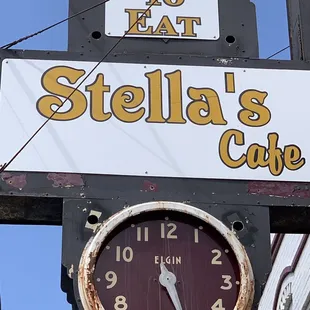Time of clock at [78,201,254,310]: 5:26
